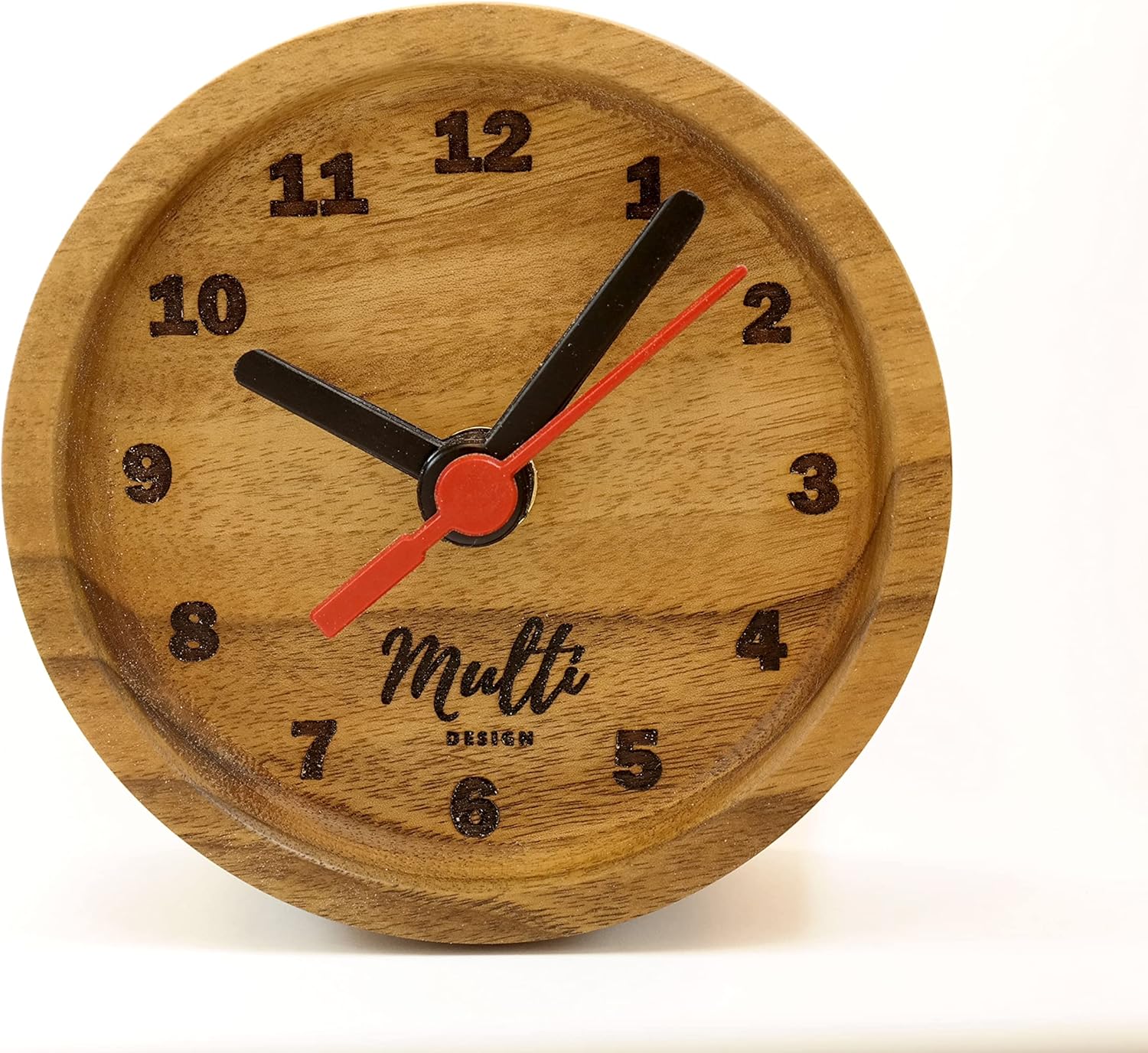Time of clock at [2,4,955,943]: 10:06
